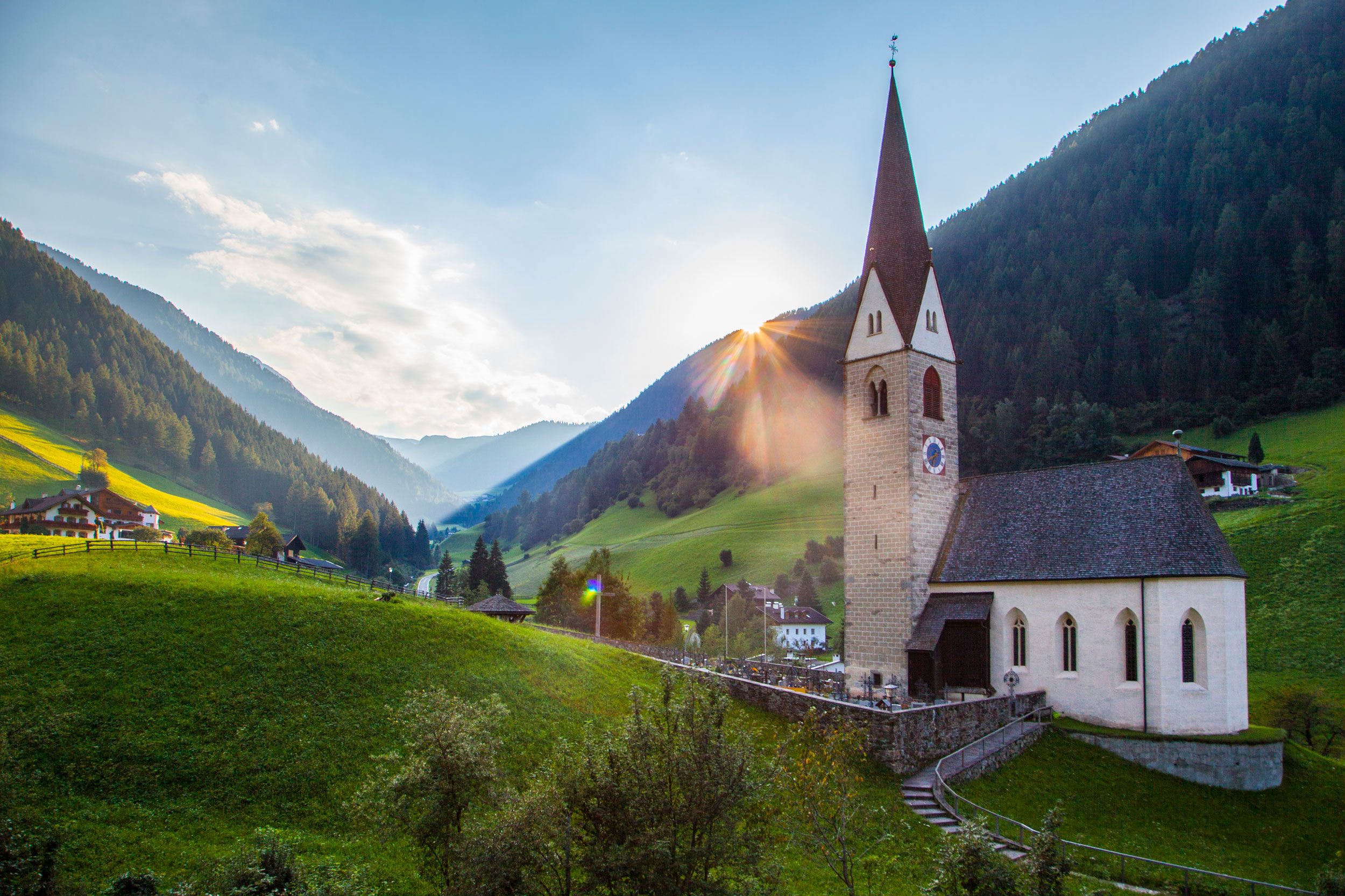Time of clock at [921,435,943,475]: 6:40
